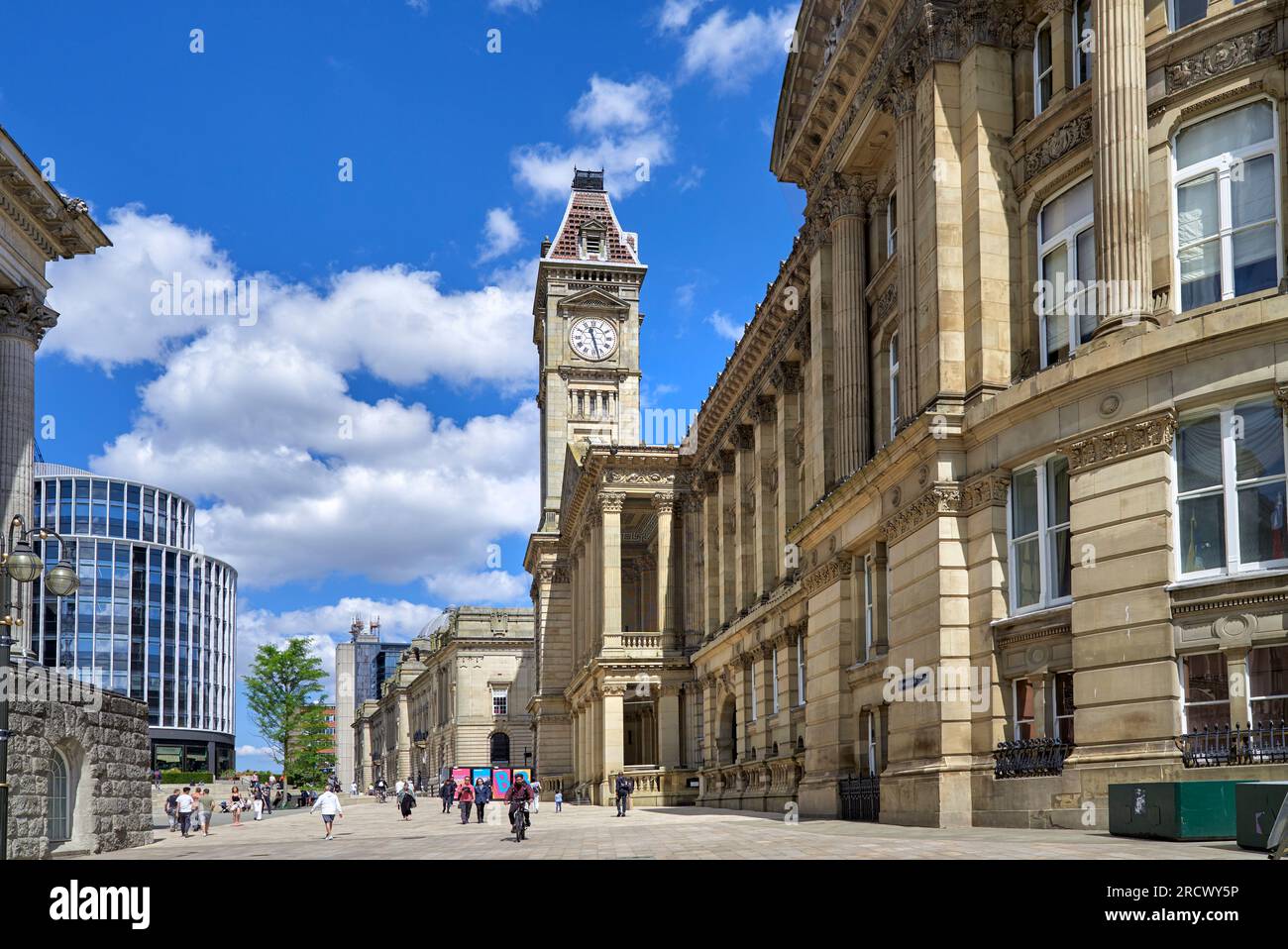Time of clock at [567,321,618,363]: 11:27
